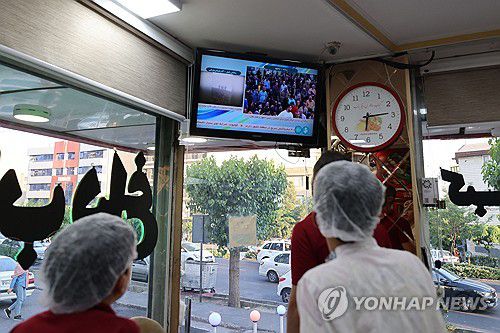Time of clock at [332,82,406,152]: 6:14
